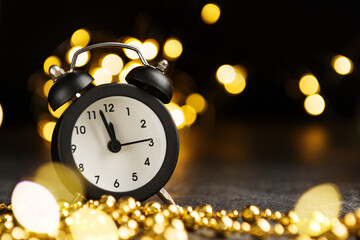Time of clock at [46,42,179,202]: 11:57
